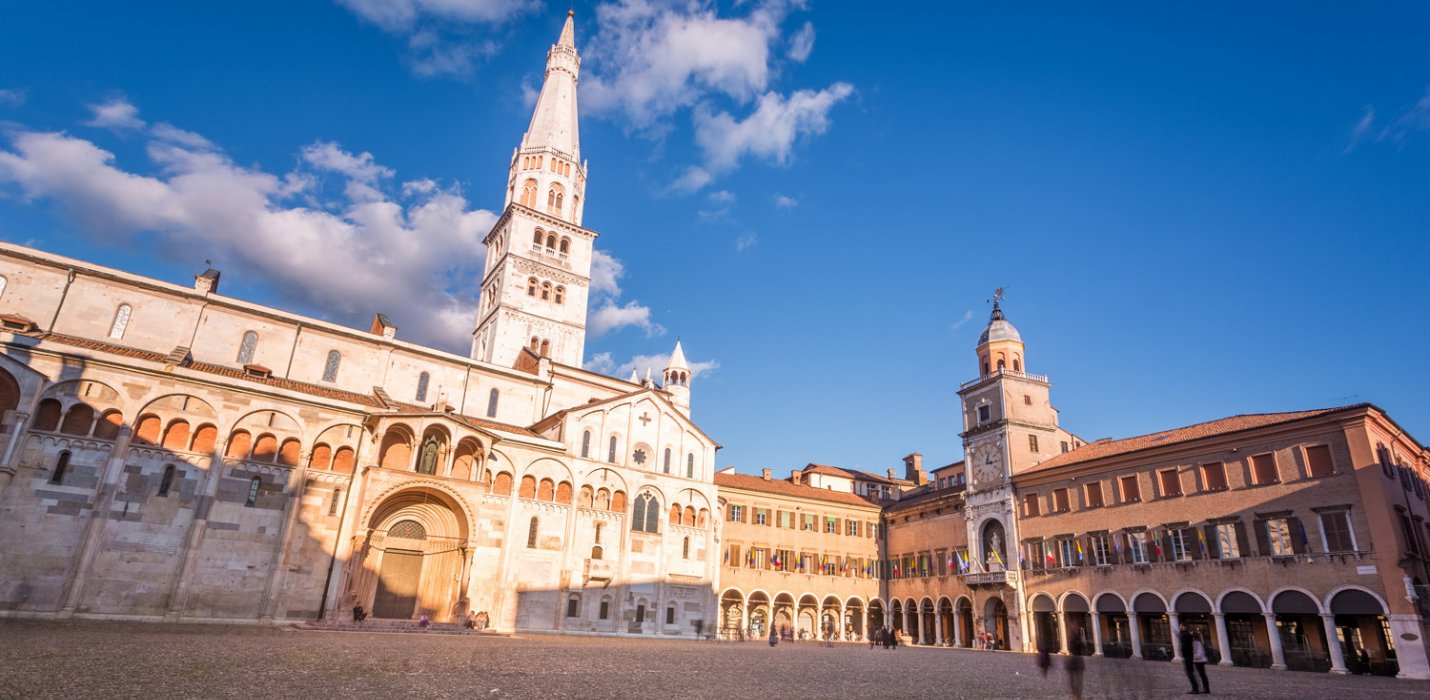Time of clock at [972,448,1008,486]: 3:02
